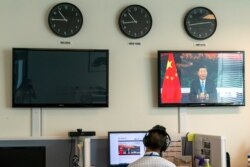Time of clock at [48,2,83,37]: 10:45
